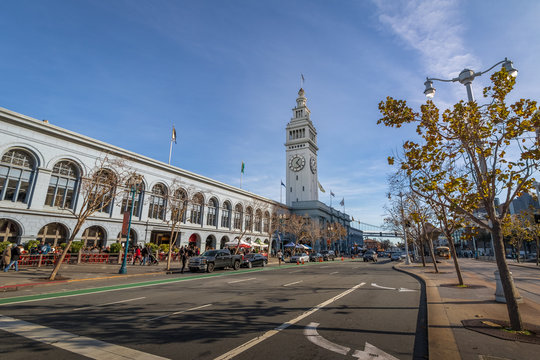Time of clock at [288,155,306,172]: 1:23
